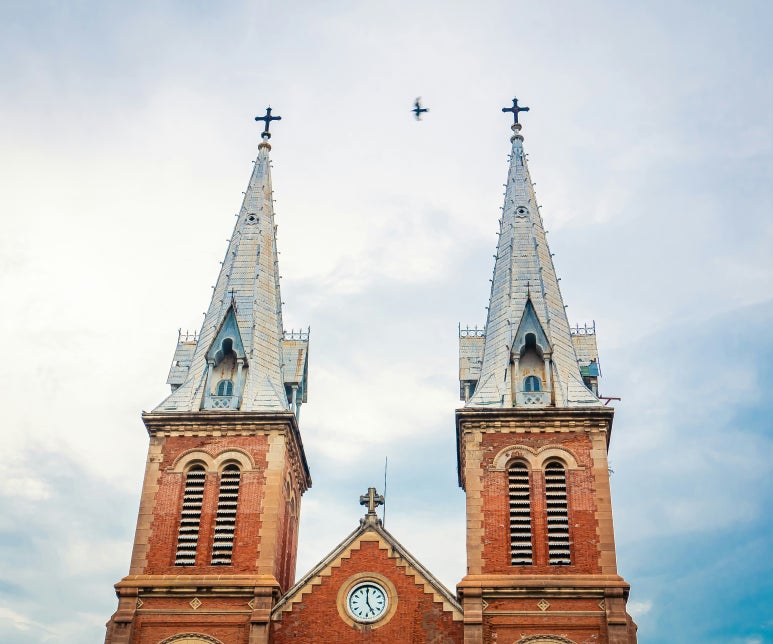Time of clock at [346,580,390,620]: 4:59
